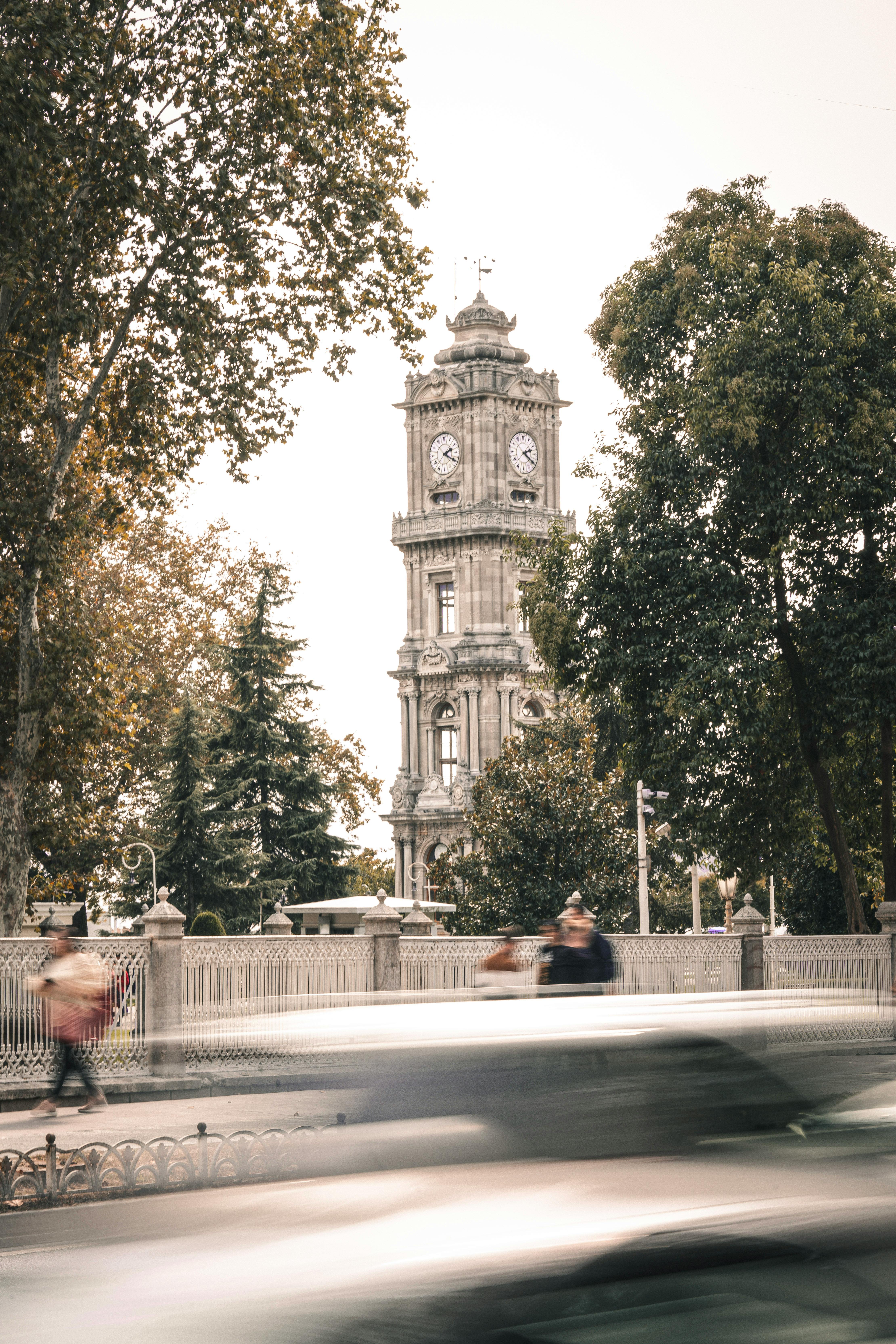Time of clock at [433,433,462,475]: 2:19
